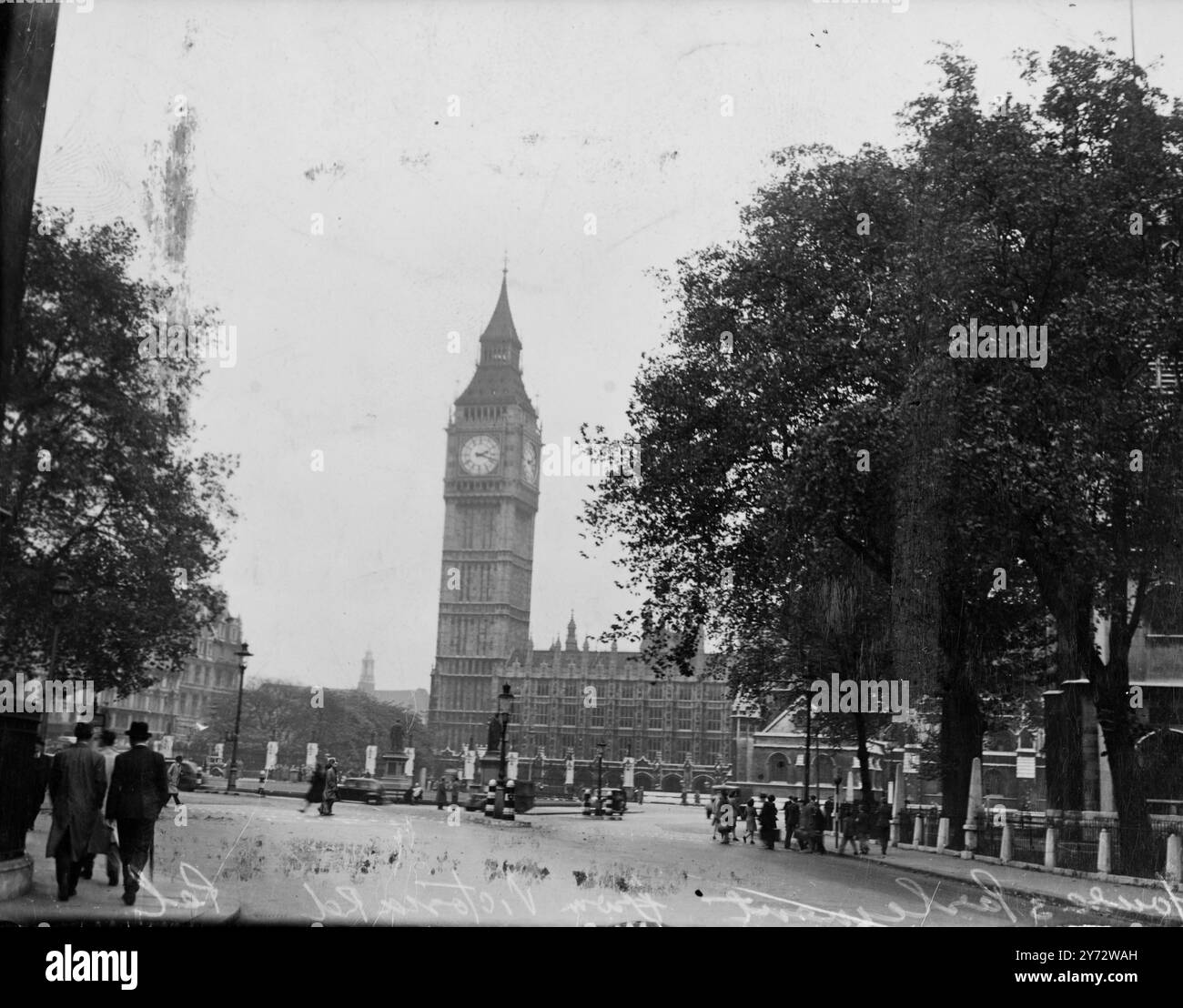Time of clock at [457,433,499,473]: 2:18
